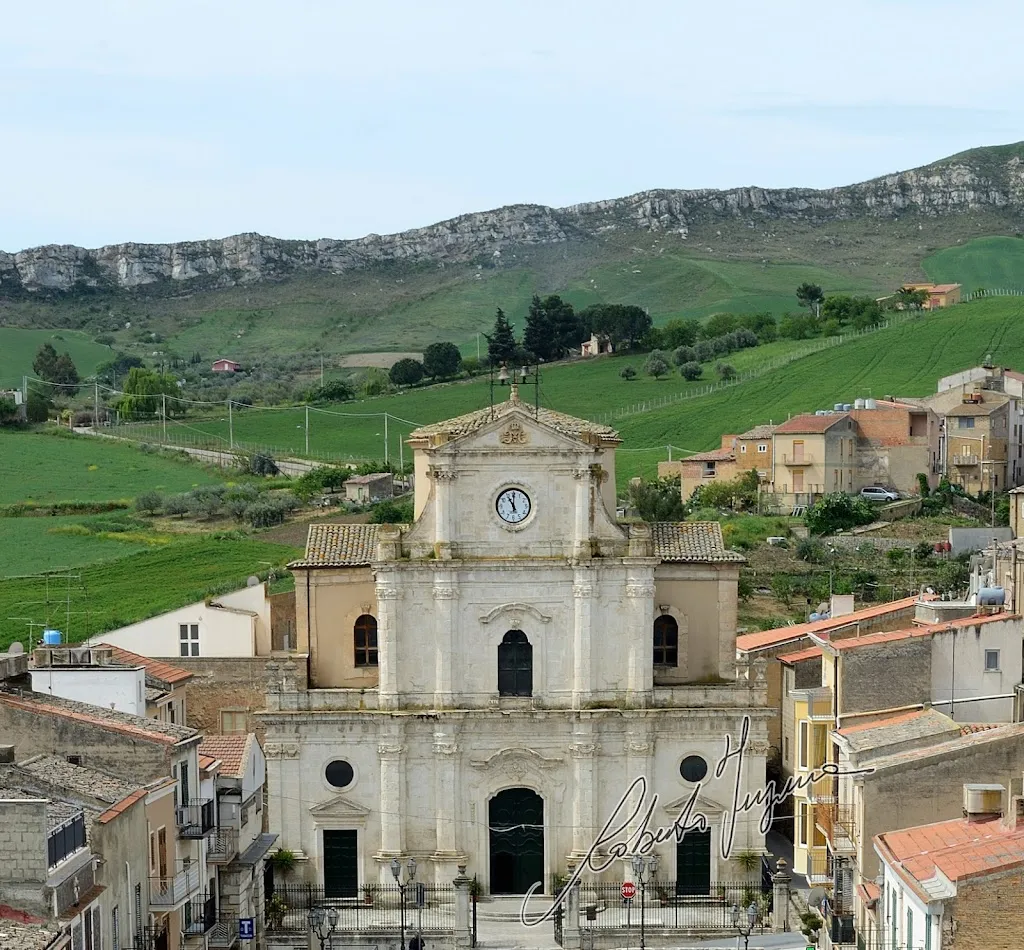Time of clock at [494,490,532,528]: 11:00
